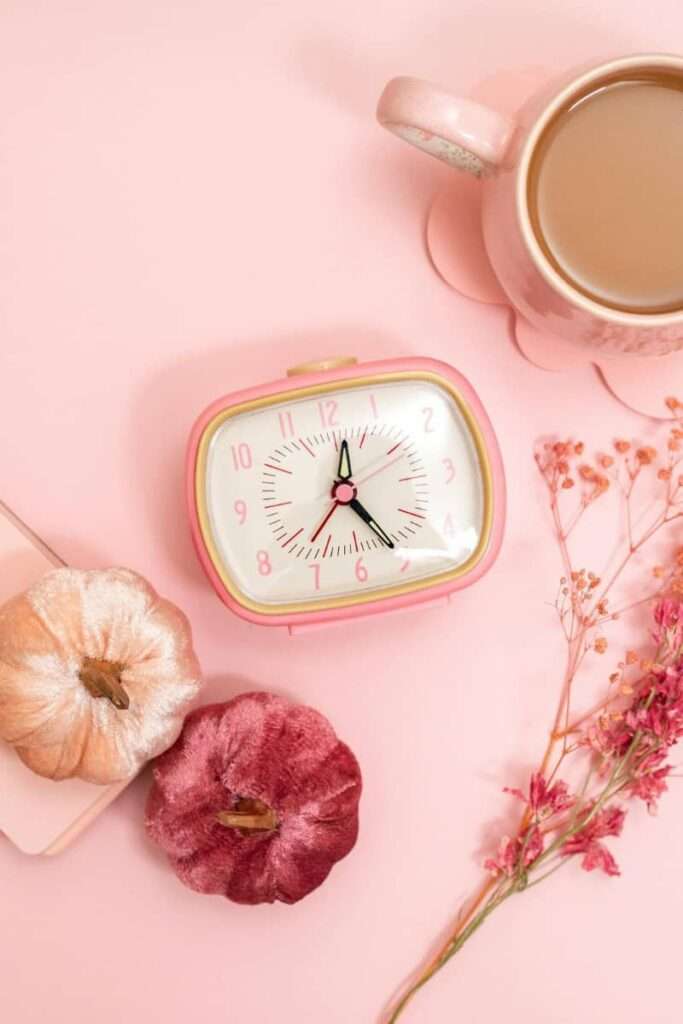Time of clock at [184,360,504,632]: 12:25
